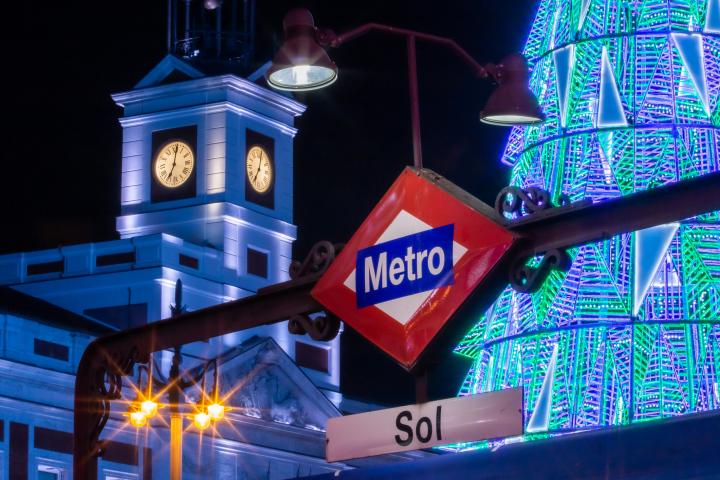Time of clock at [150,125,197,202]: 7:01
